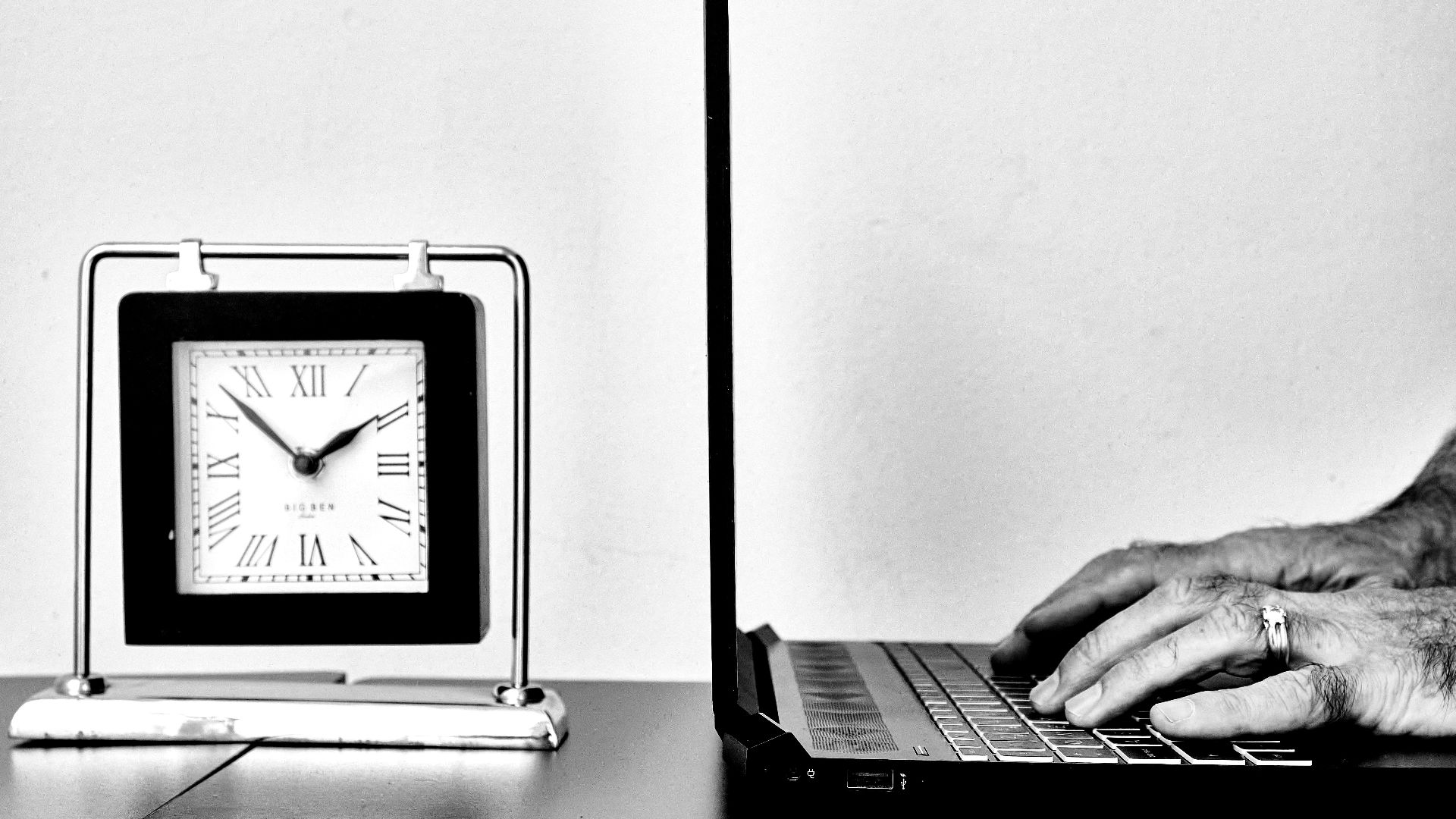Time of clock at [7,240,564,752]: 1:52
